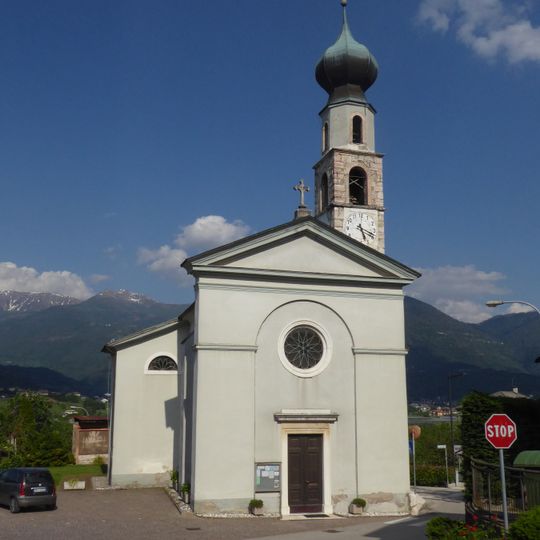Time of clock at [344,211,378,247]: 5:18
